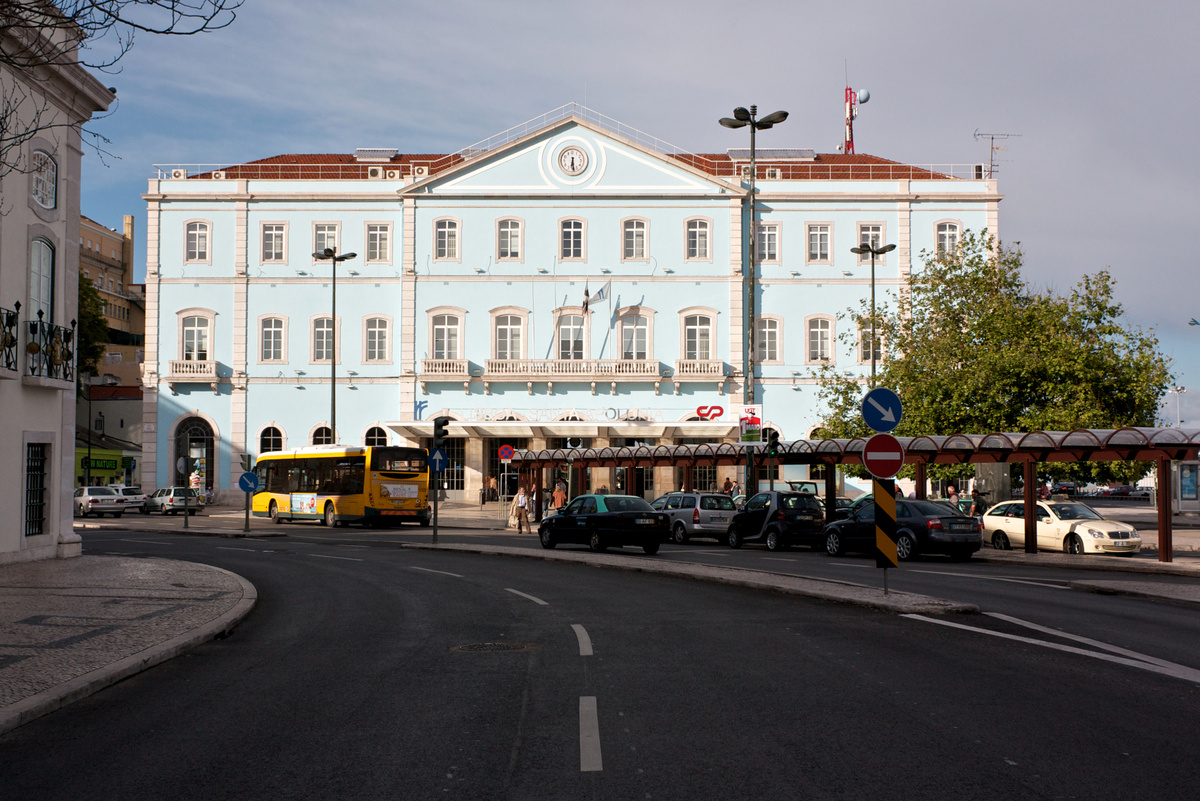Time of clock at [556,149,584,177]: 6:28
